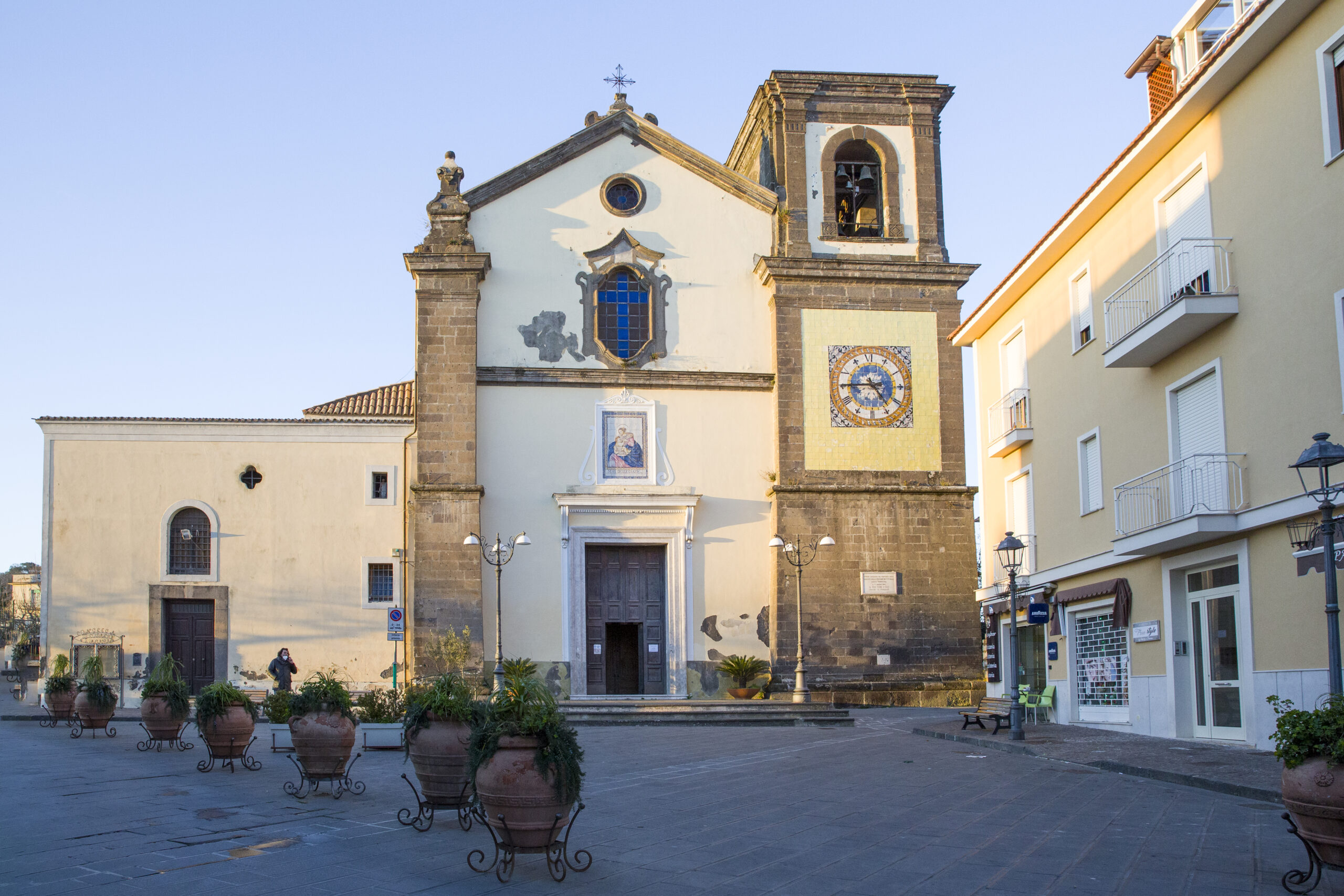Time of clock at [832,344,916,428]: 4:45
